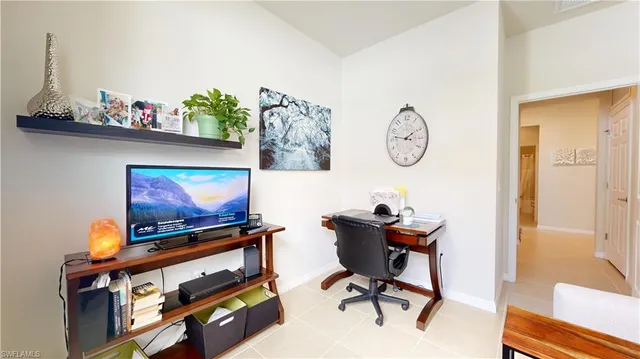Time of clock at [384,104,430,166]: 1:46
